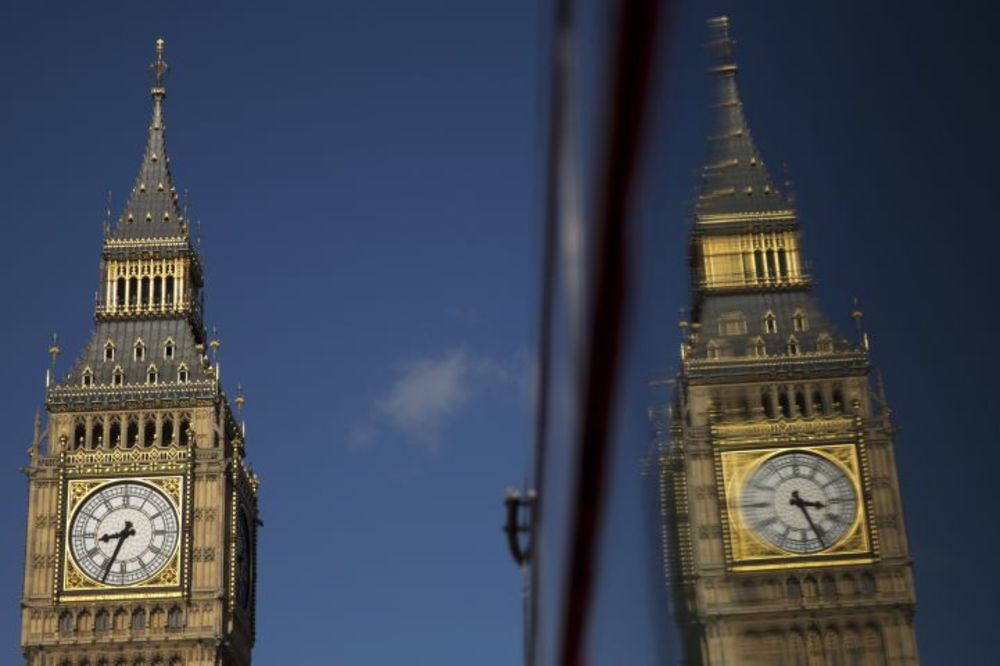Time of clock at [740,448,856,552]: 3:26
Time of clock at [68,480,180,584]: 8:34
